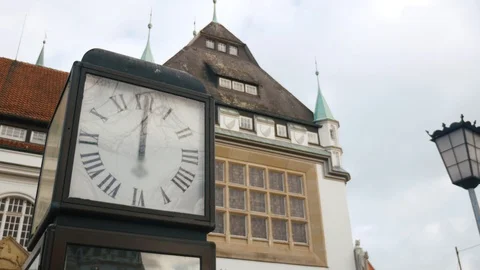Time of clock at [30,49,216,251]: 6:00
